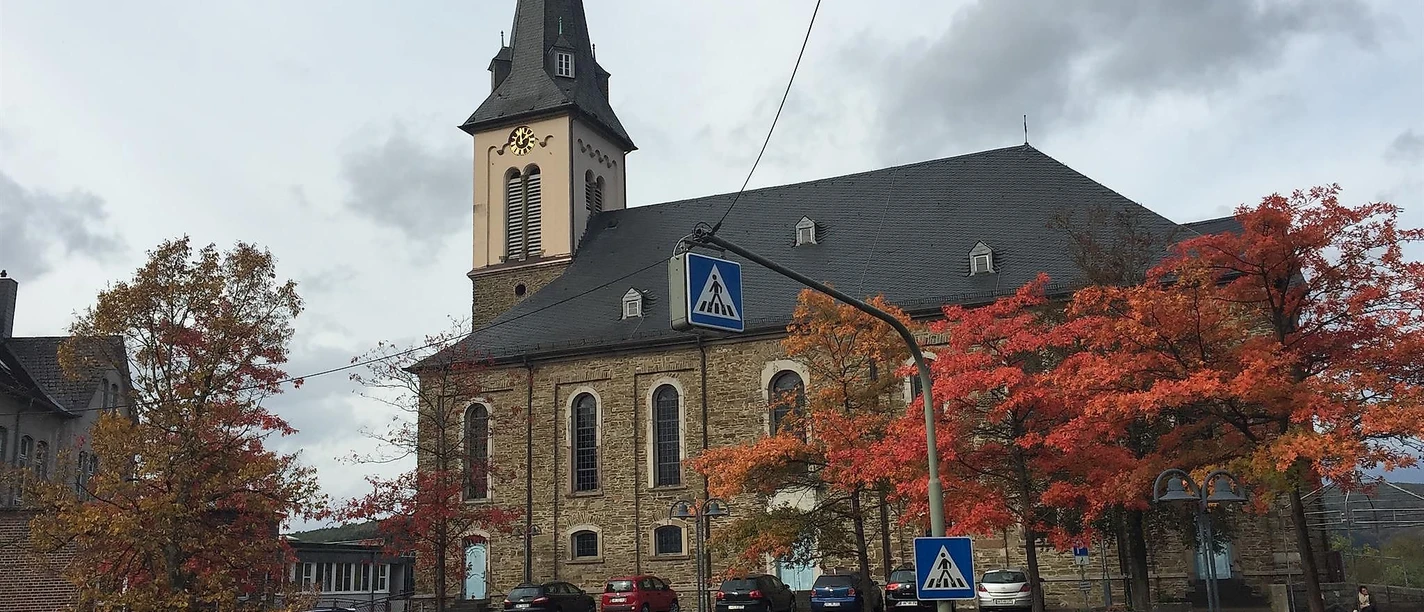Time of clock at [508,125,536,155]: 12:07
